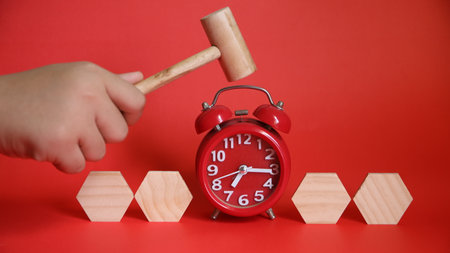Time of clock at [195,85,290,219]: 7:15
